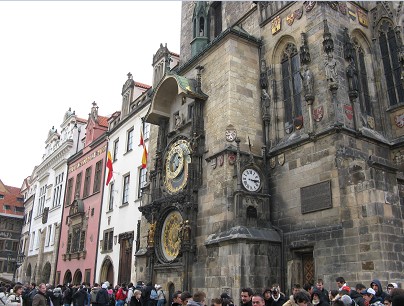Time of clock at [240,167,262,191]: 3:14
